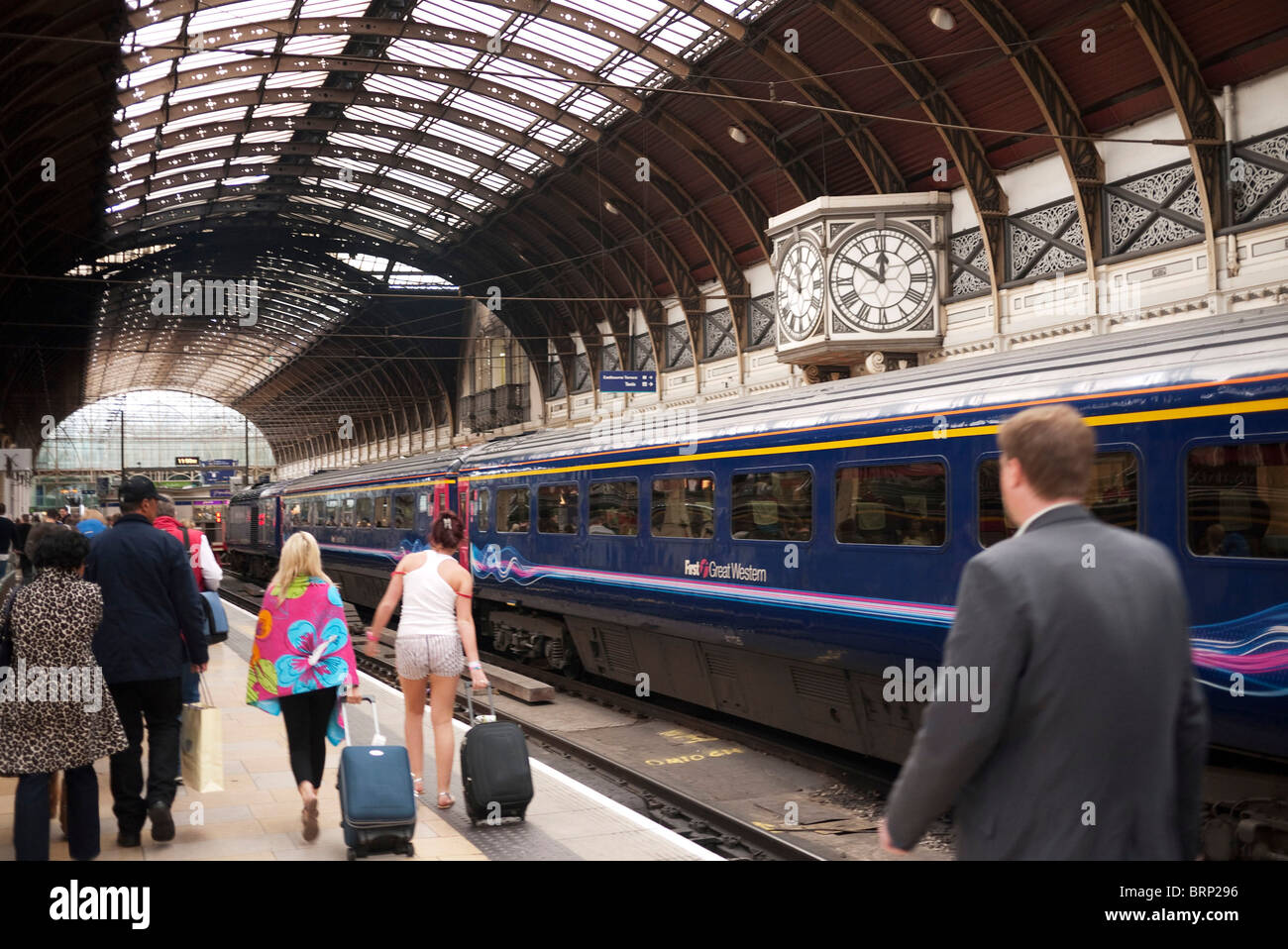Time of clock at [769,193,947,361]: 11:50
